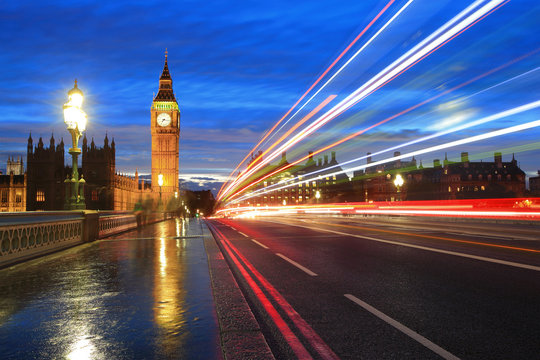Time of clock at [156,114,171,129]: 7:16
